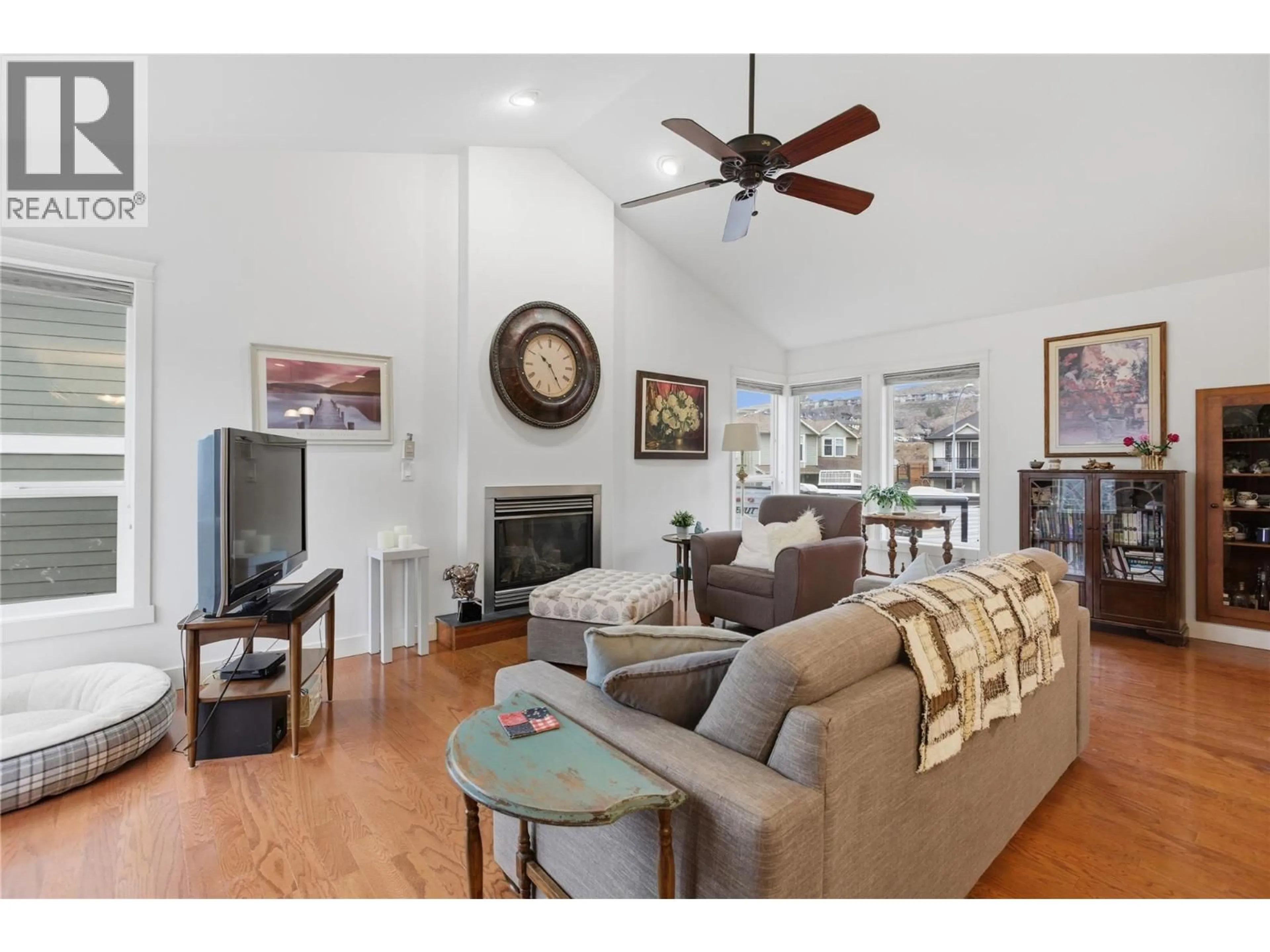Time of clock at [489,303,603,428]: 10:24
